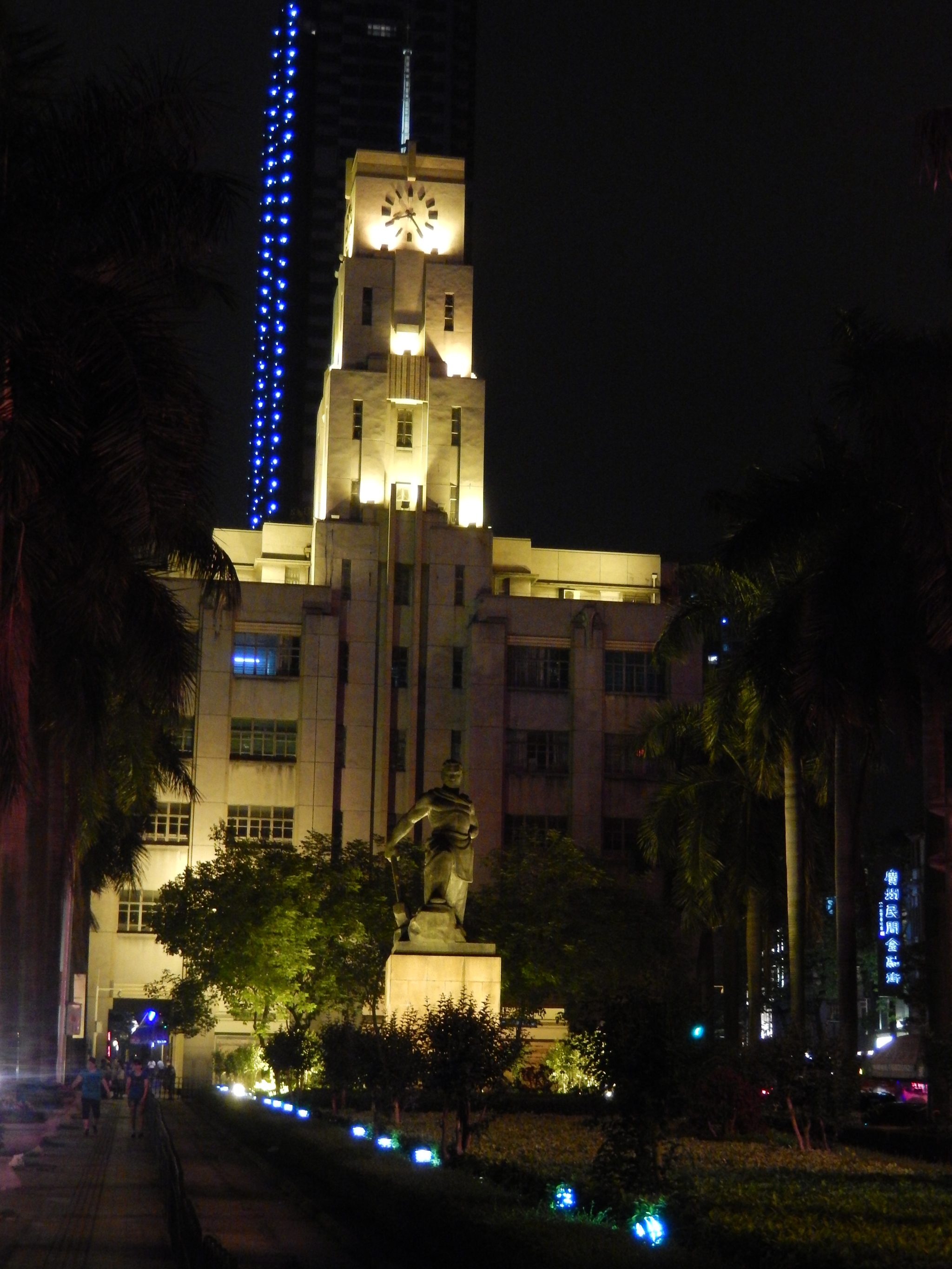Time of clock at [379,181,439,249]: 8:24
